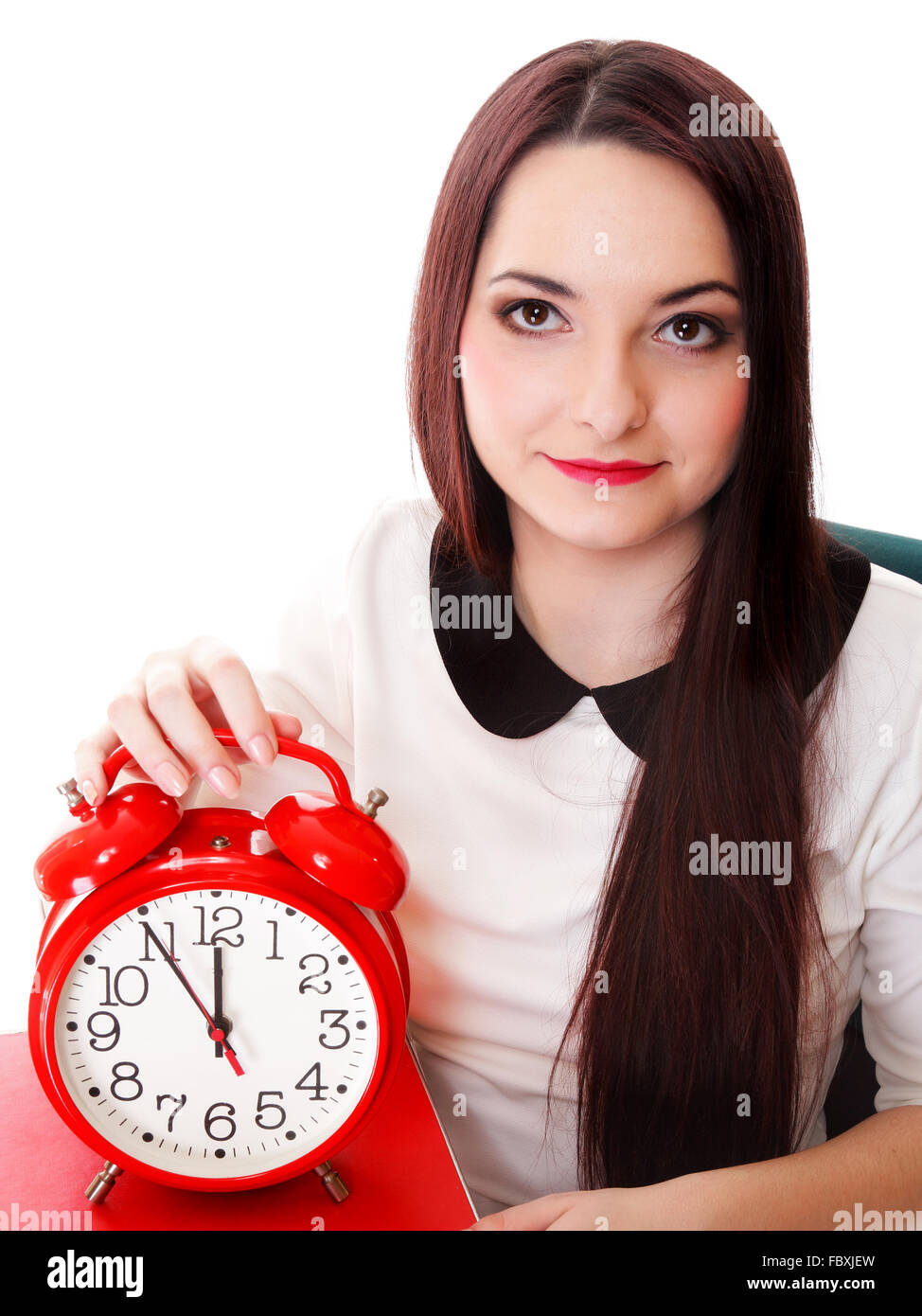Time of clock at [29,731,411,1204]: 11:54
